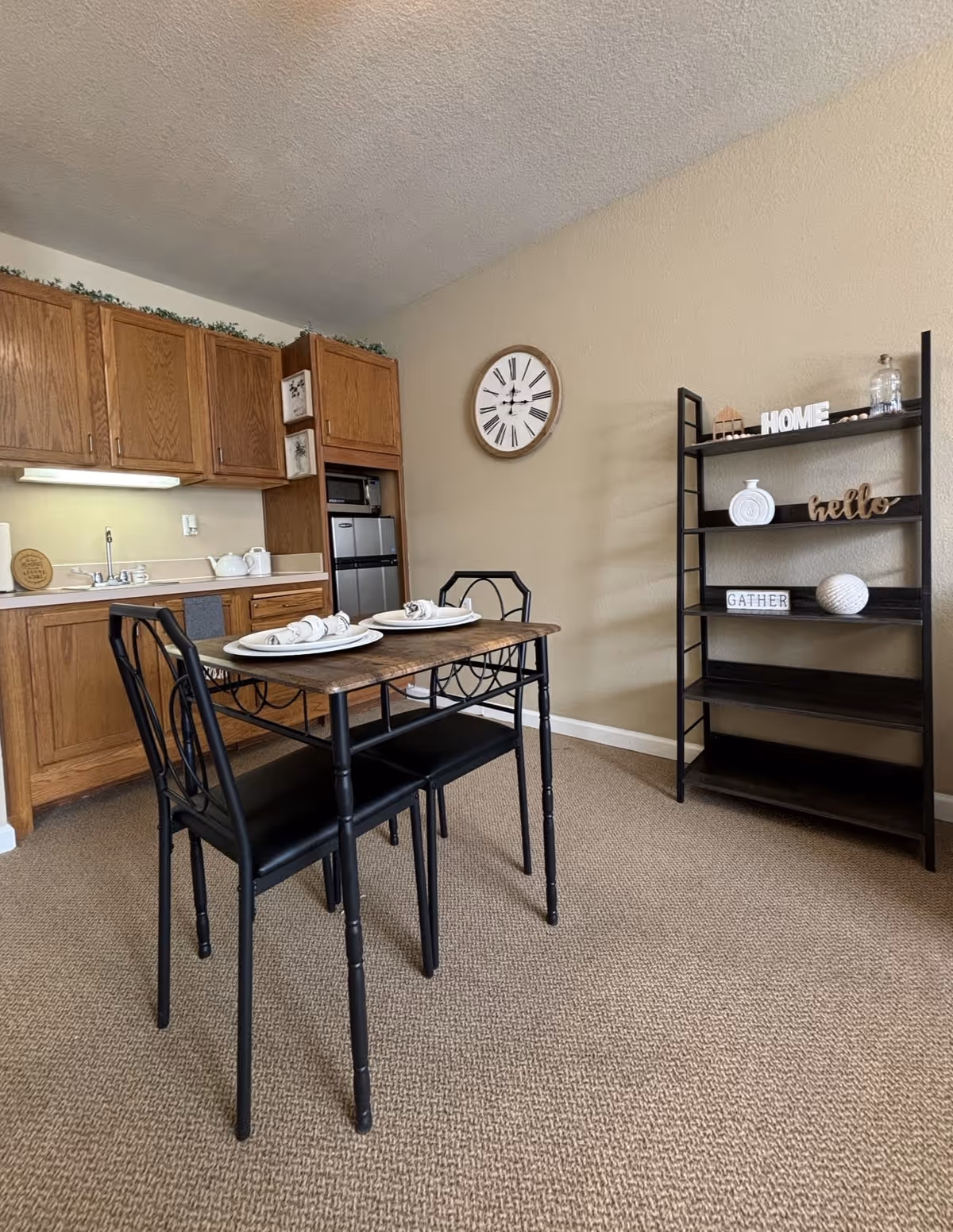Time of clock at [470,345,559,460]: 12:16
